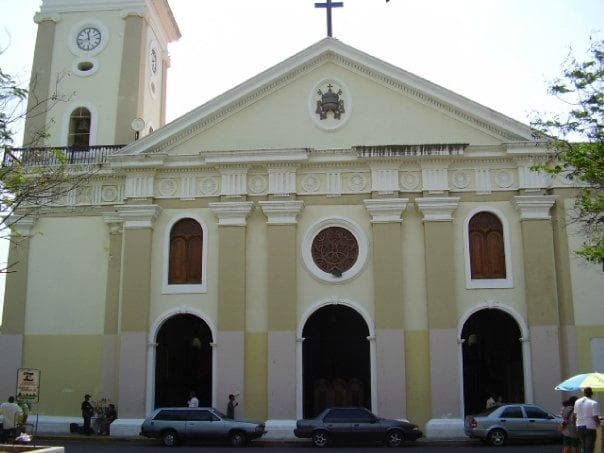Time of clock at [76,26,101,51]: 11:41
